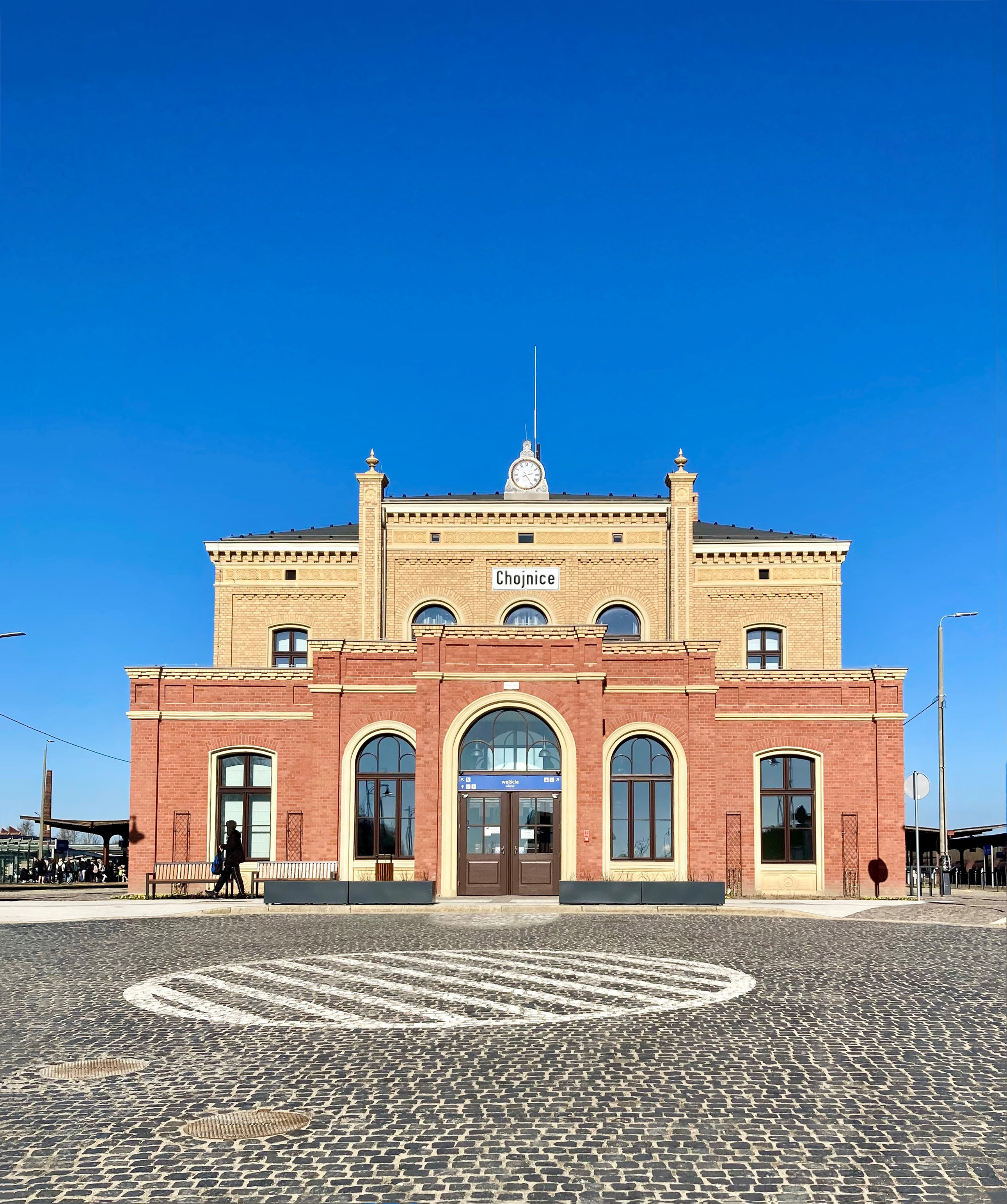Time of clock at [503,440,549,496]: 2:24
